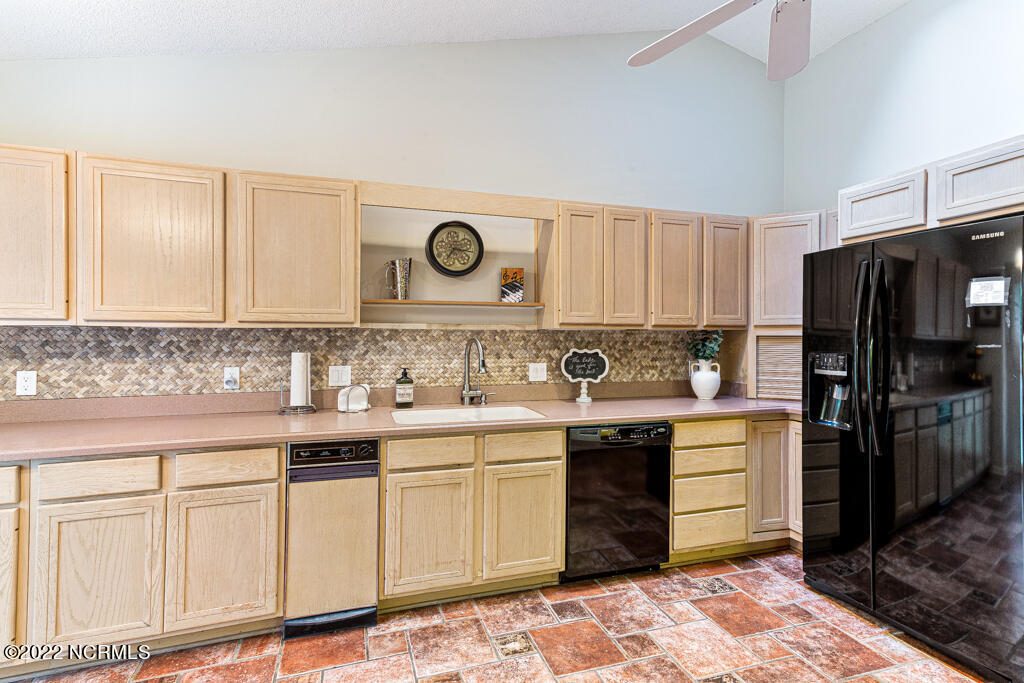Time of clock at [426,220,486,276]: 7:15
